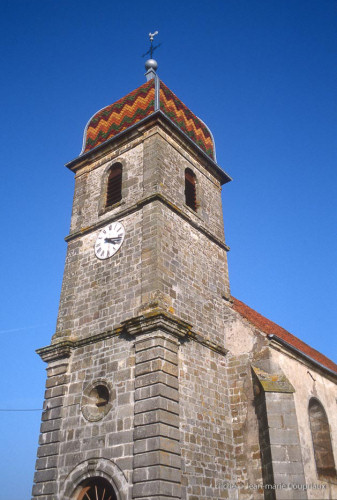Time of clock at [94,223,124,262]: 4:17
